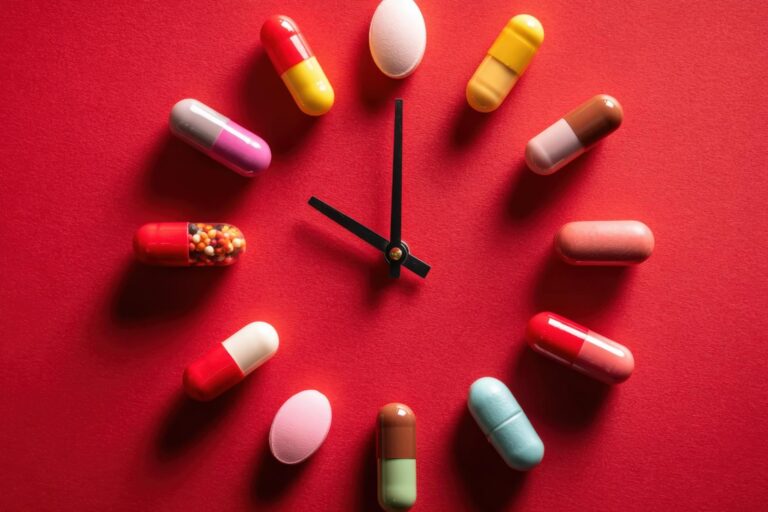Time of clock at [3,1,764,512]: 10:00
